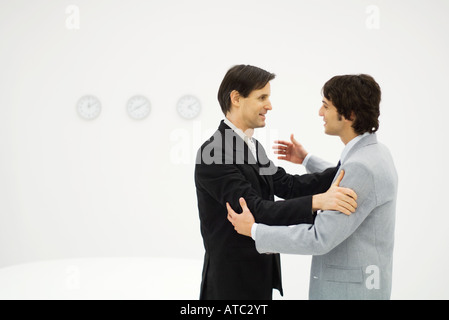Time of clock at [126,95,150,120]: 8:09
